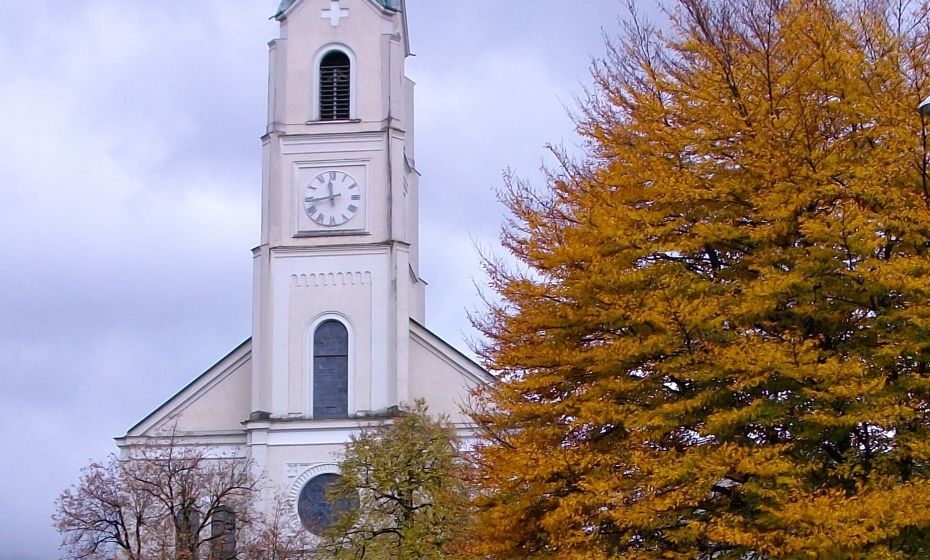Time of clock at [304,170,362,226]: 11:43
